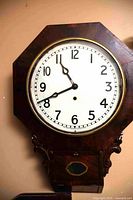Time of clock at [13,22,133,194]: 10:41
